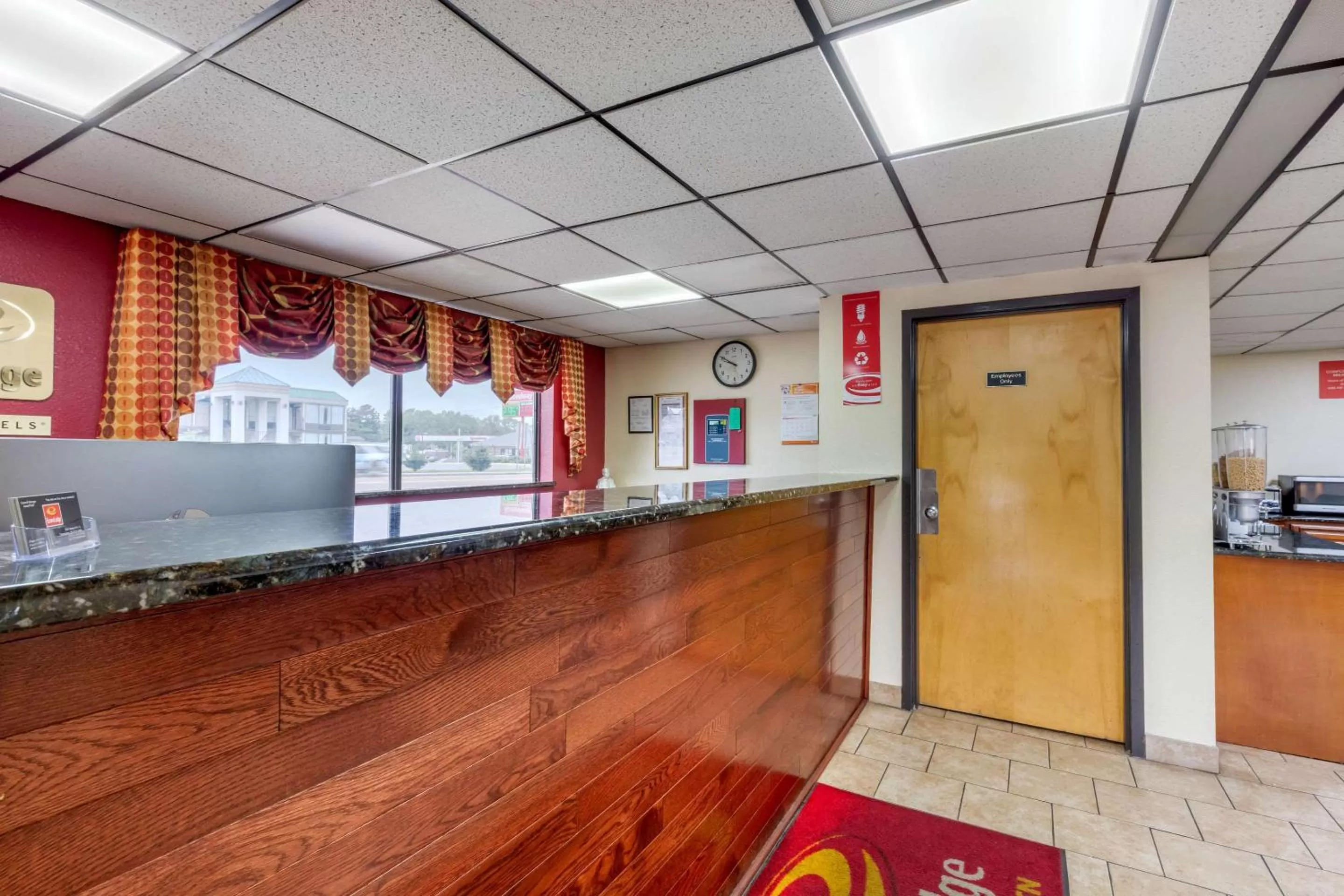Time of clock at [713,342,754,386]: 9:50
